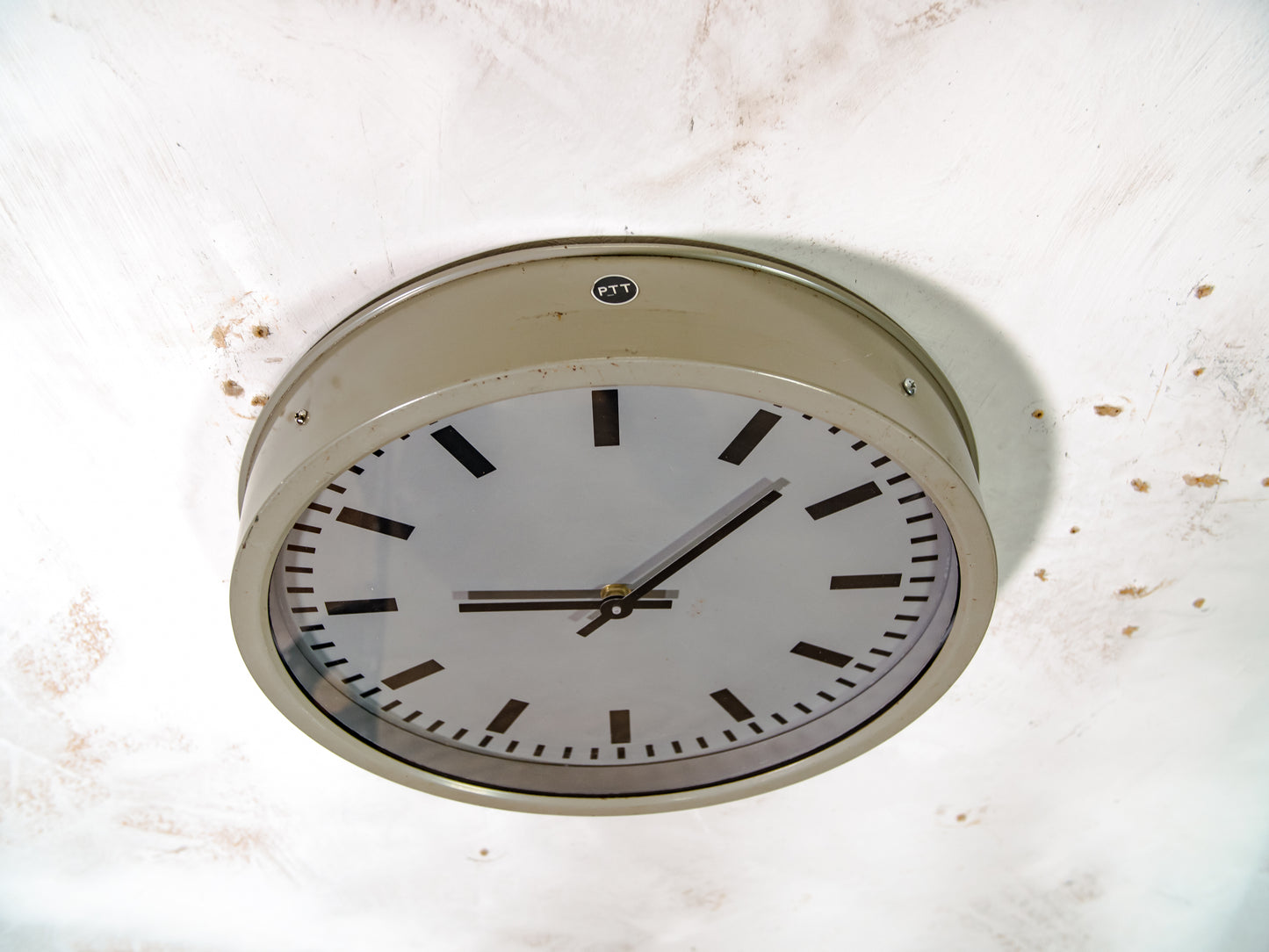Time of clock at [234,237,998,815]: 9:07
